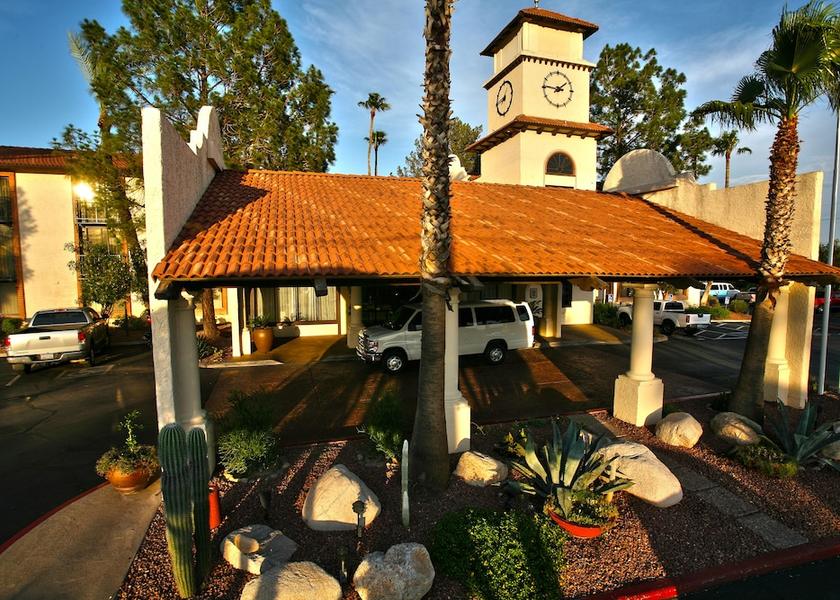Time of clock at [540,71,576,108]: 1:46
